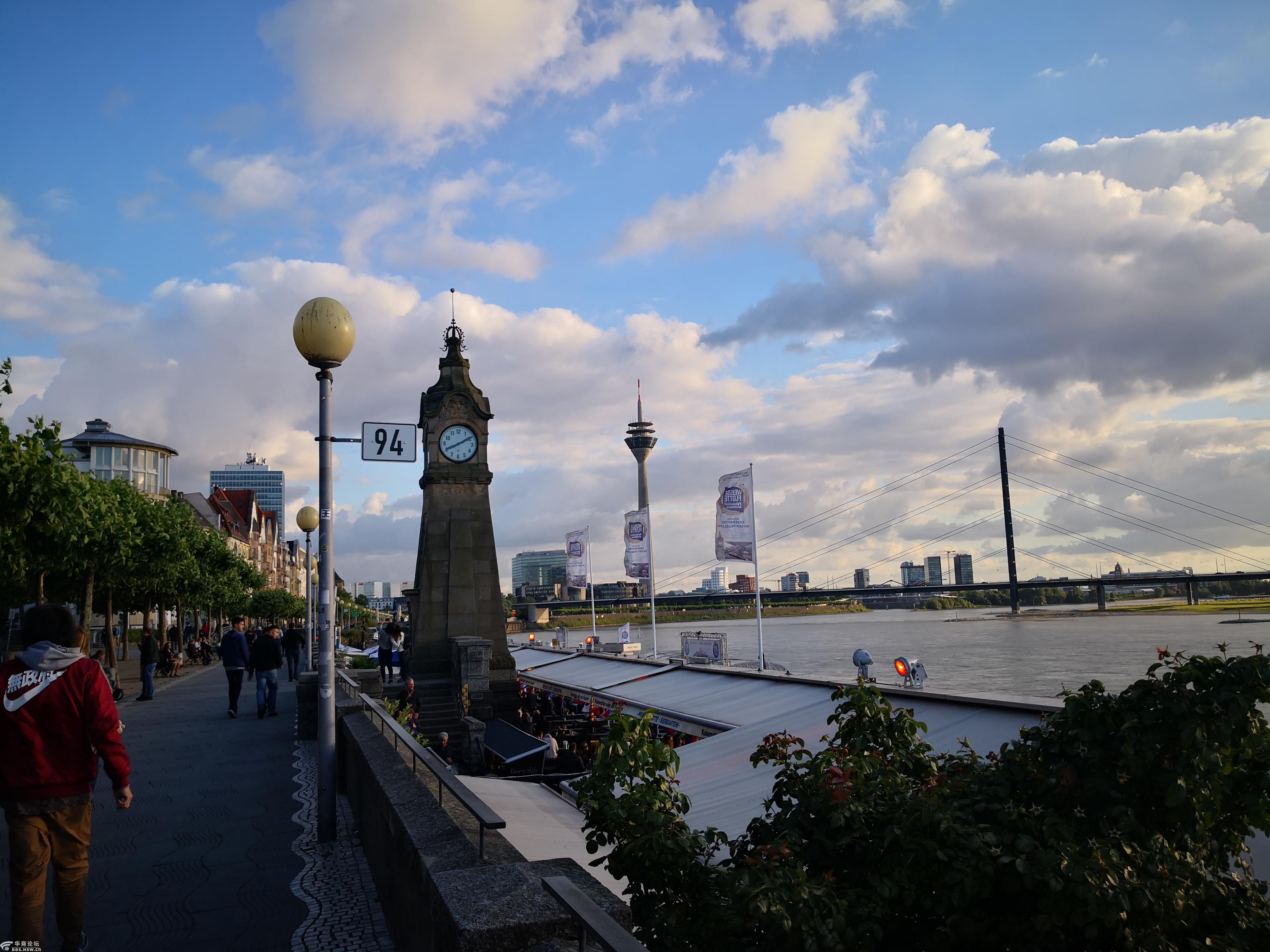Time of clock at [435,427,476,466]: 8:09
